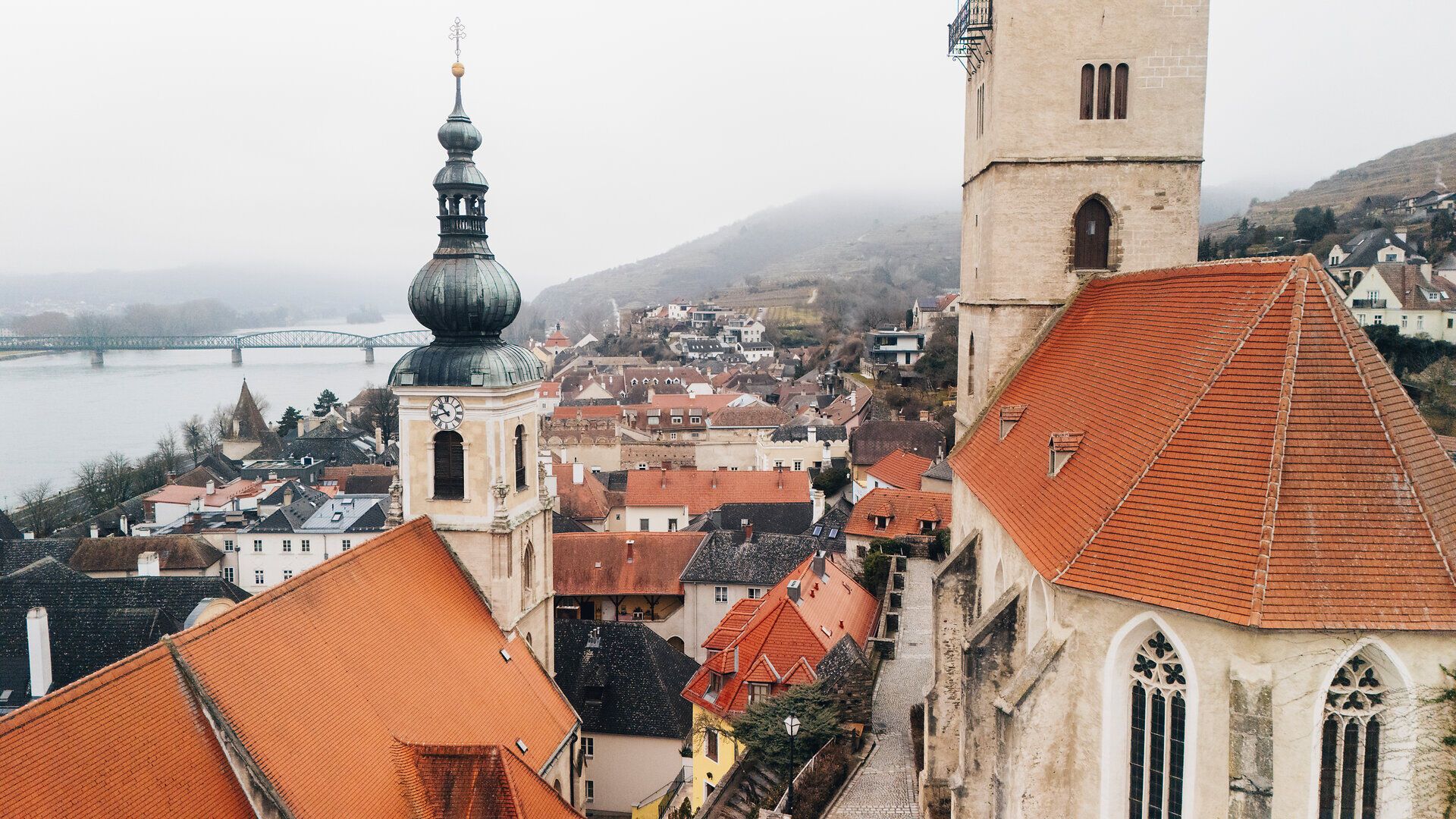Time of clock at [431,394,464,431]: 10:41
